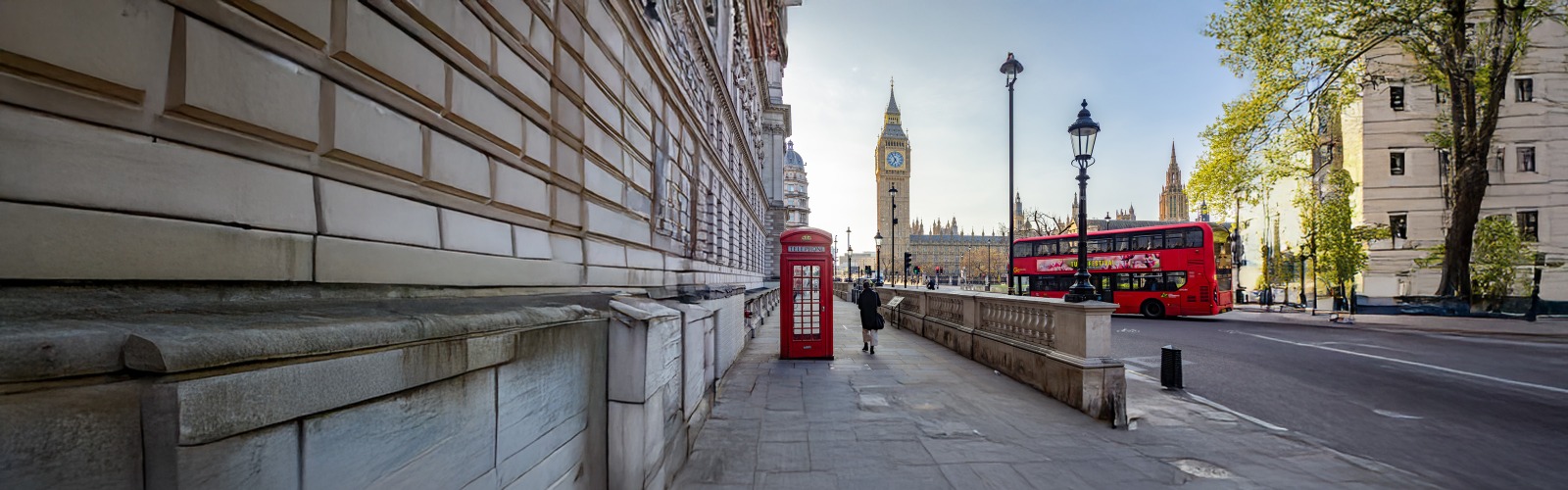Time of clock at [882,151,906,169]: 6:54
